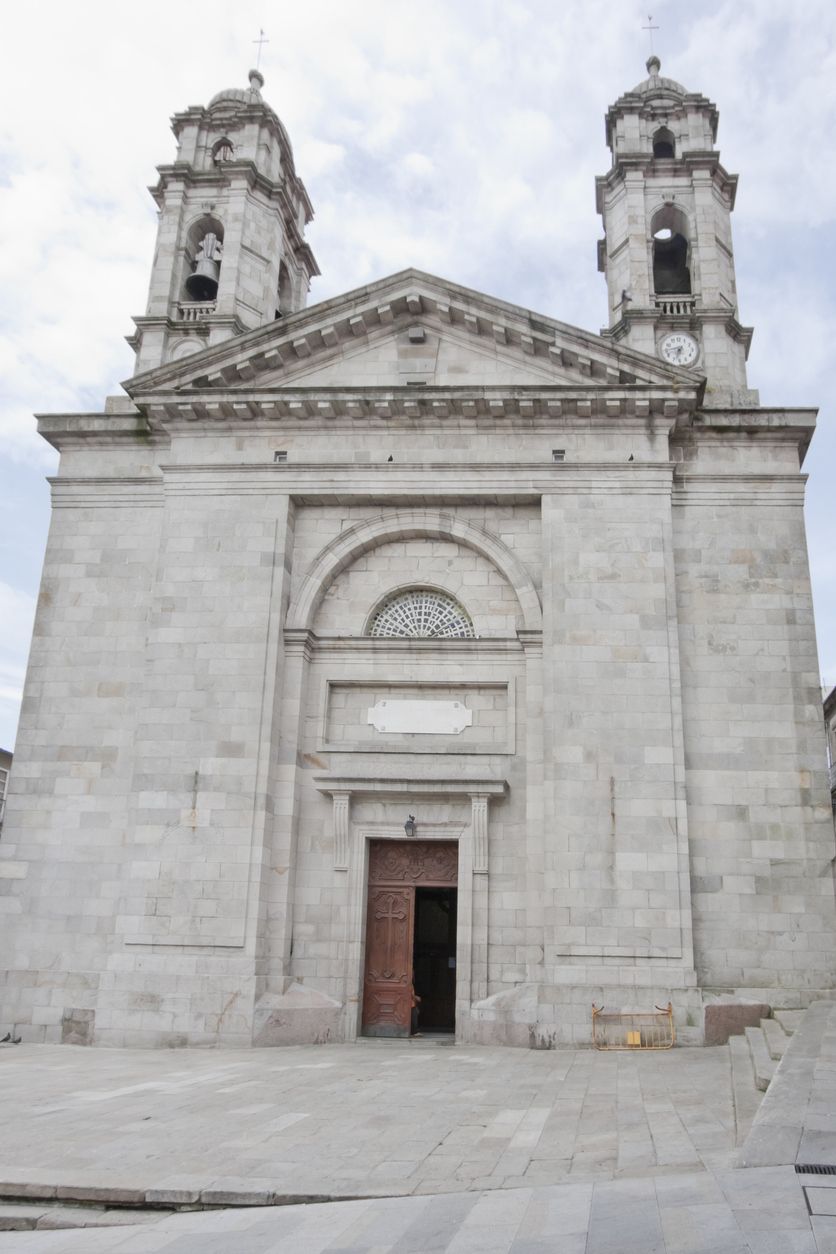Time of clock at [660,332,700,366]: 8:32
